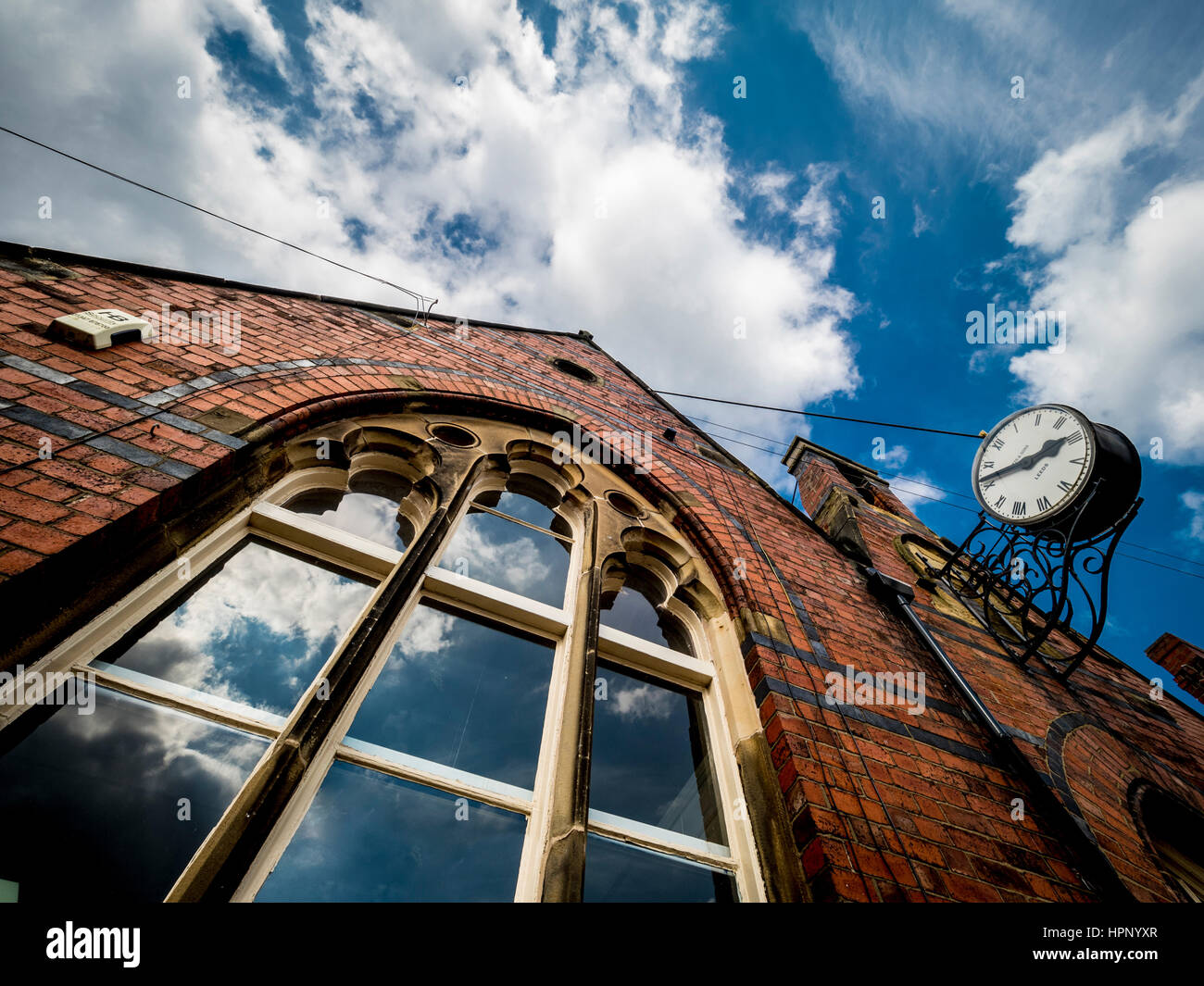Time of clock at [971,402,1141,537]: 1:41
